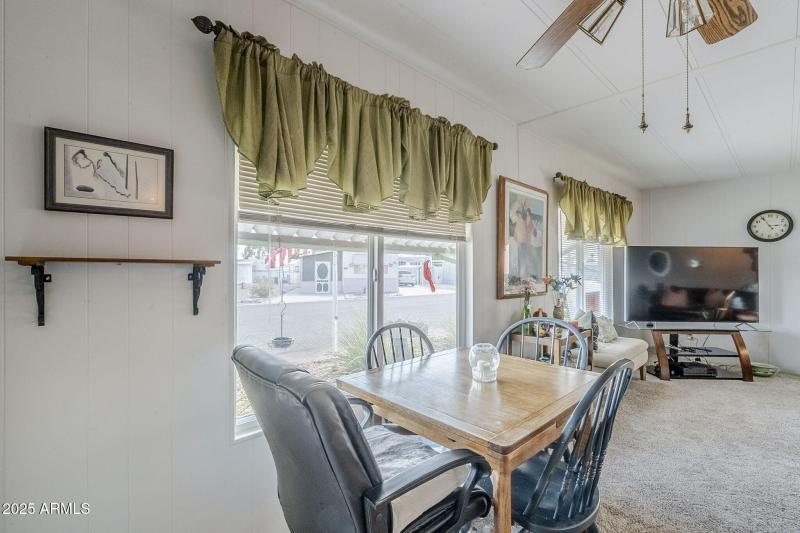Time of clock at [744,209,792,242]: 2:54
